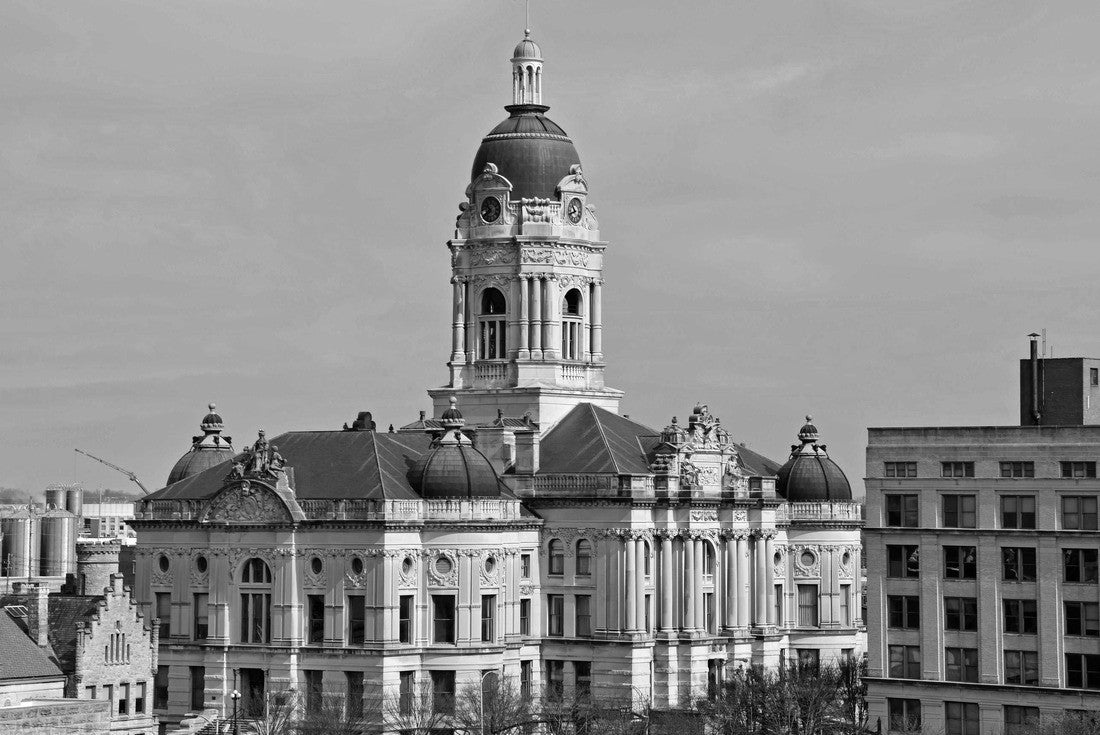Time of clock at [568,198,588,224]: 10:41
